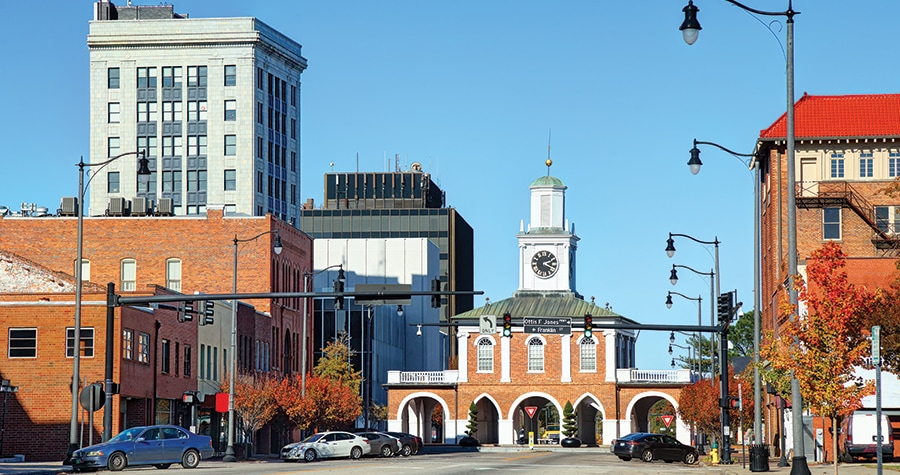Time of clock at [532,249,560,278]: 2:18
